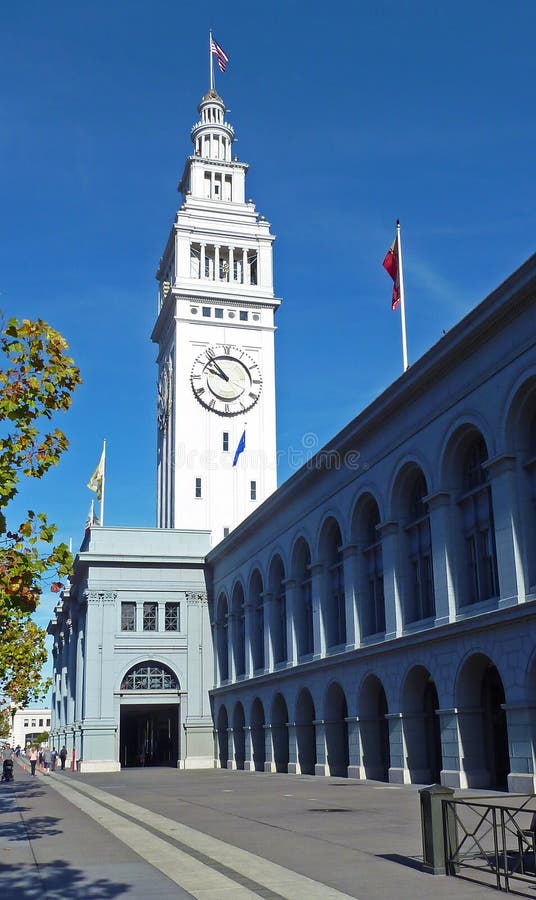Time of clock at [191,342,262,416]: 9:53
